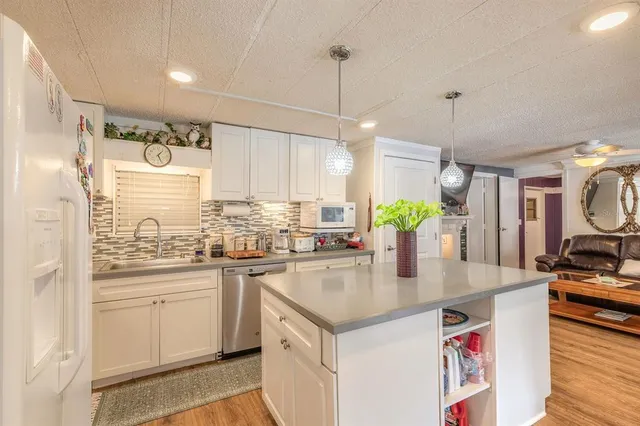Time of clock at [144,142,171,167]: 1:26
